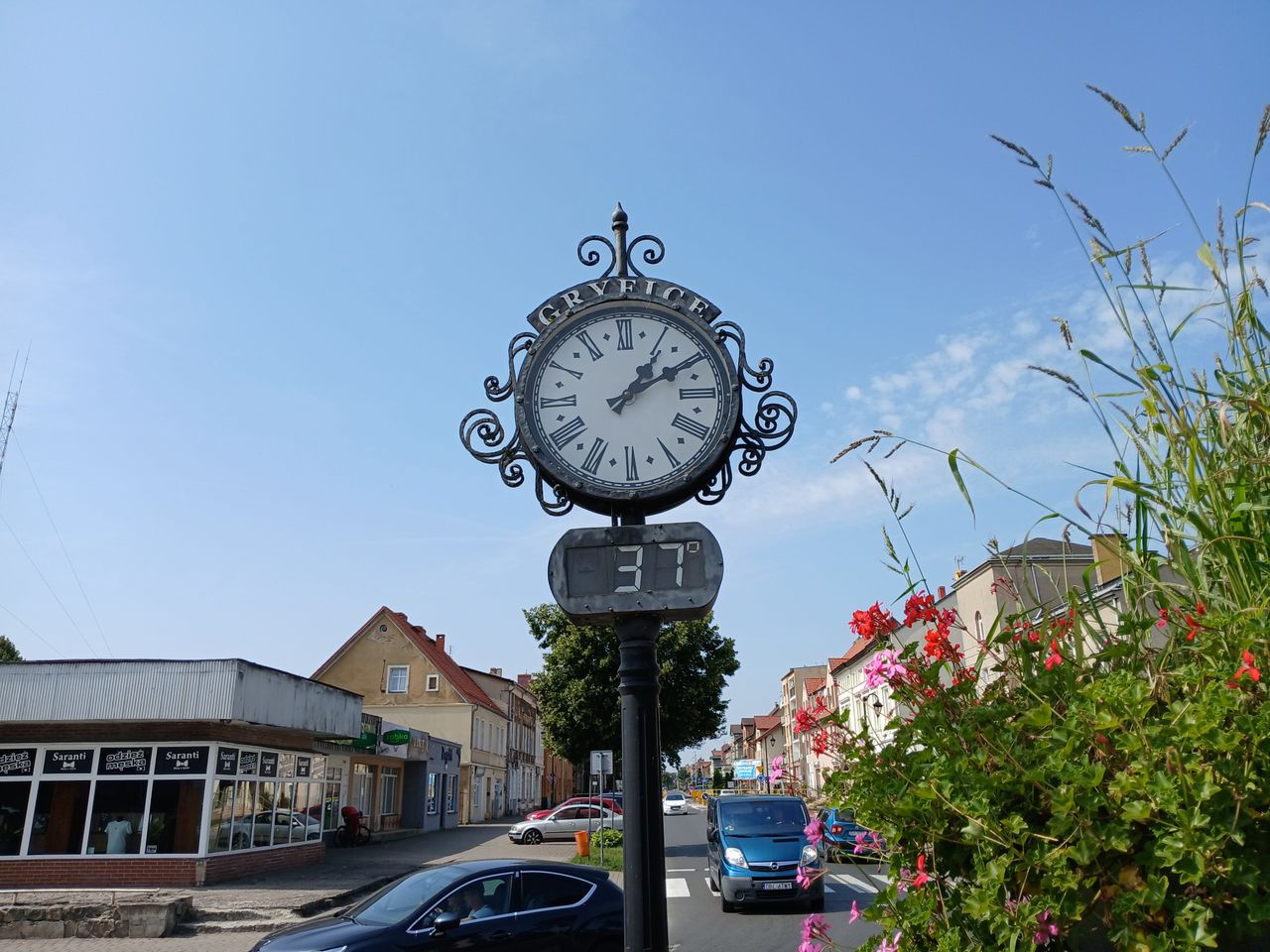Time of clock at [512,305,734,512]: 1:09
